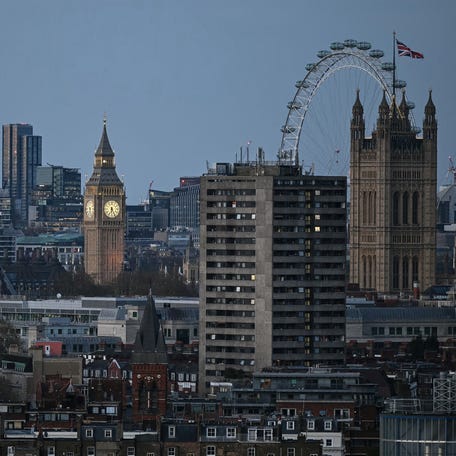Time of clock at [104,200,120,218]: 6:25
